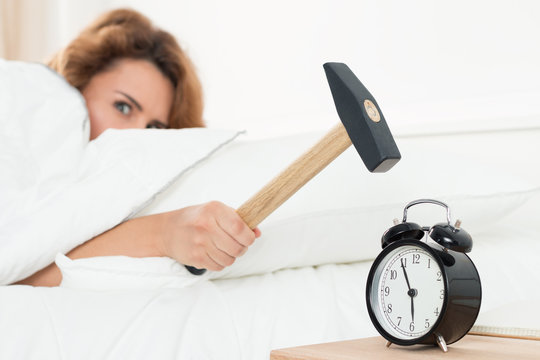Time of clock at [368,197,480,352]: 5:55
